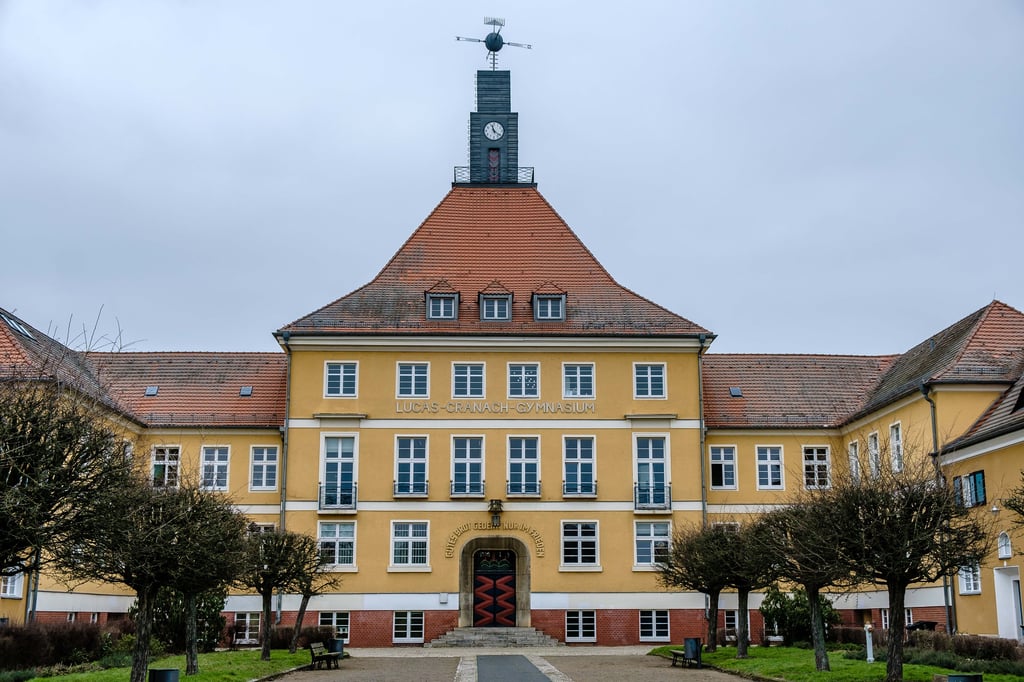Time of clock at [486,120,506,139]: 11:21
